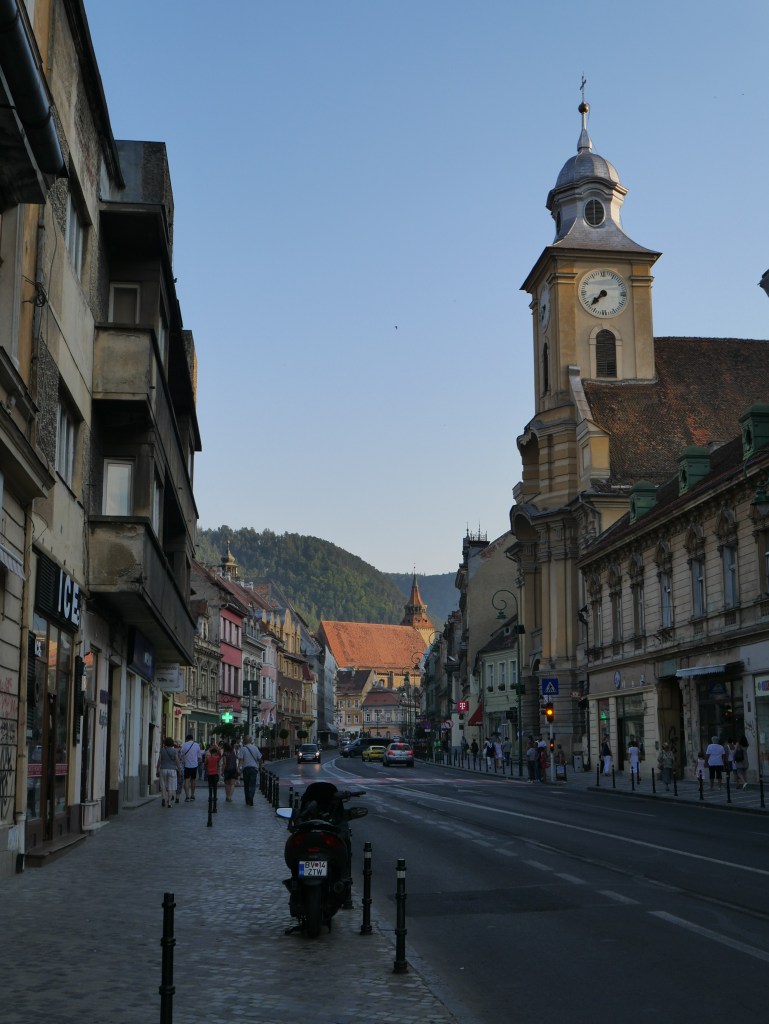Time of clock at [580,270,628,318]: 7:37
